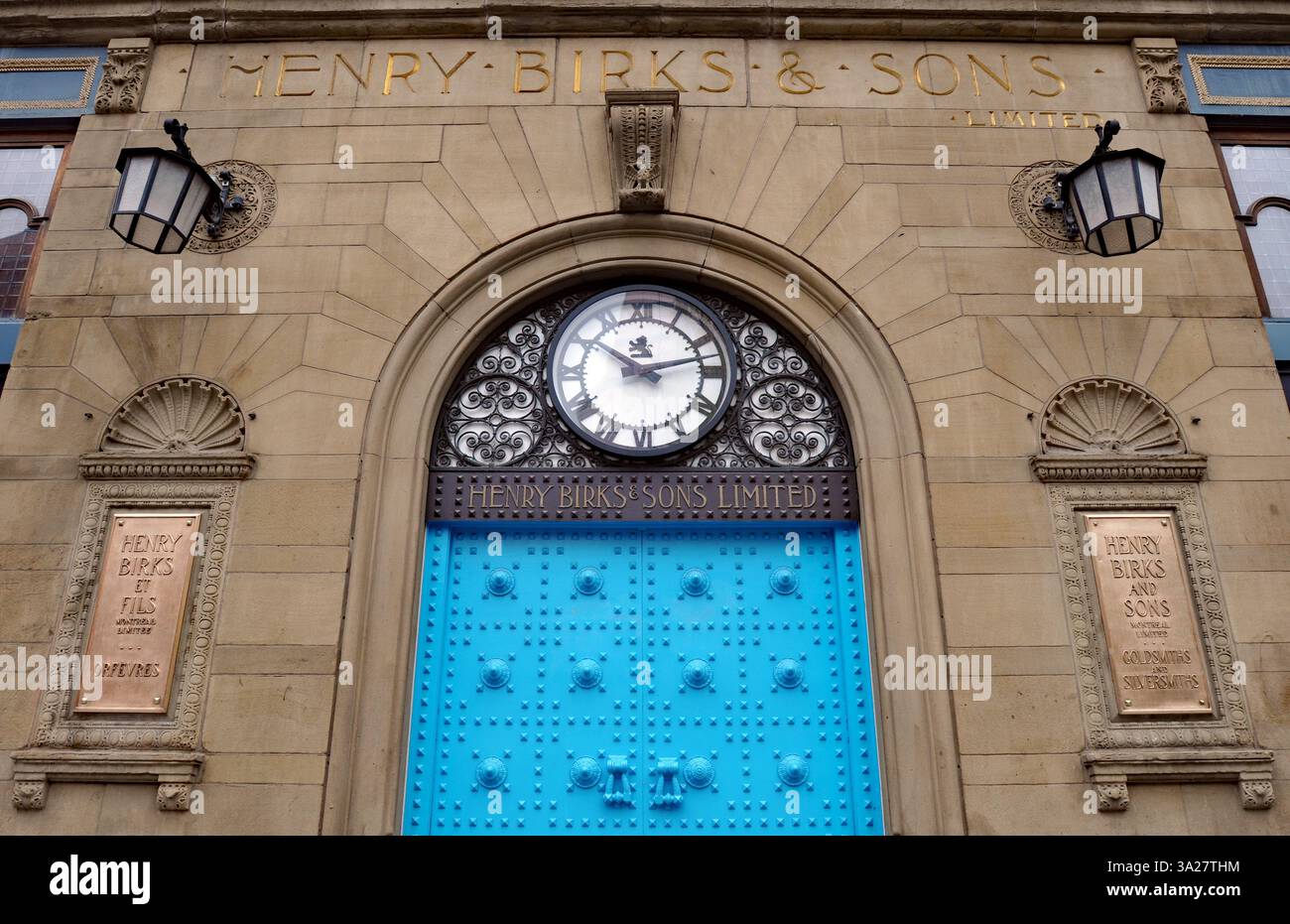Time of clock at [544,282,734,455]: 10:12
